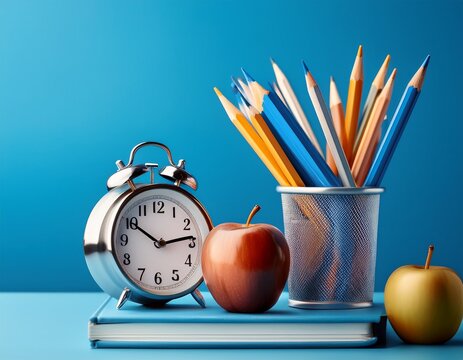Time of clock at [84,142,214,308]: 10:13
